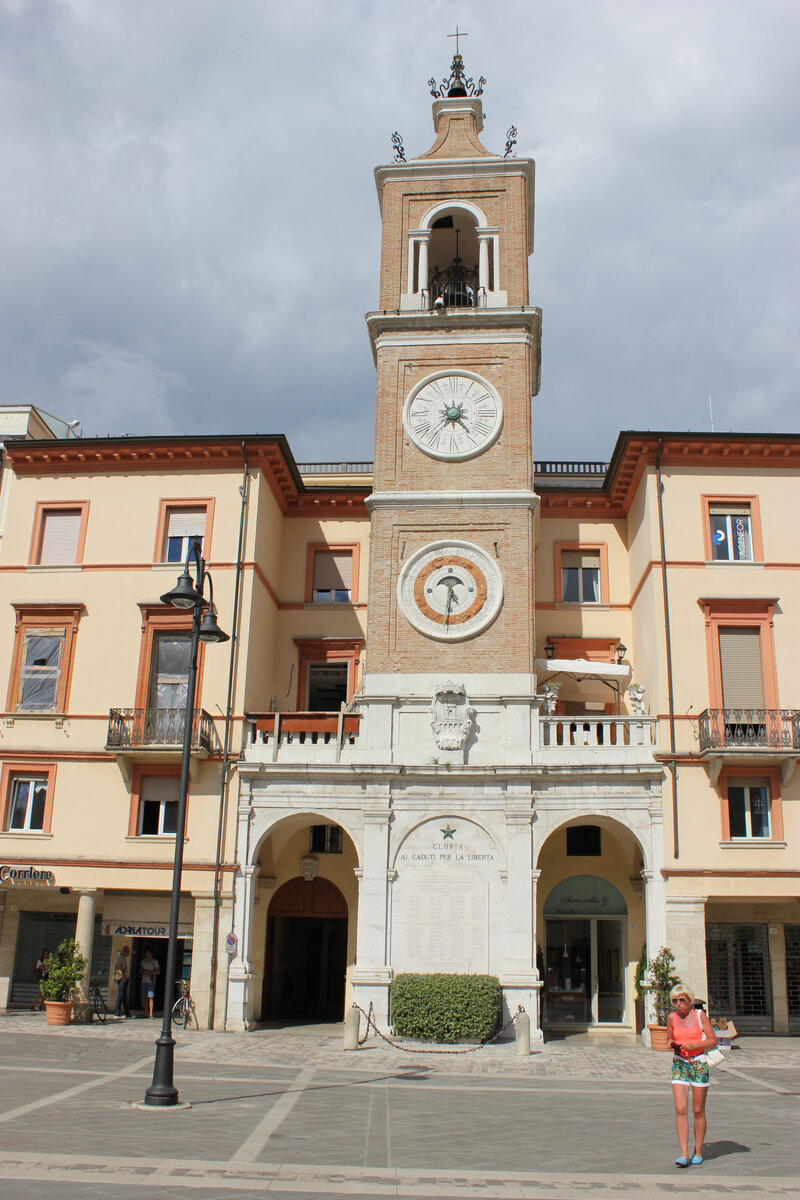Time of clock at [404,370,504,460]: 4:37
